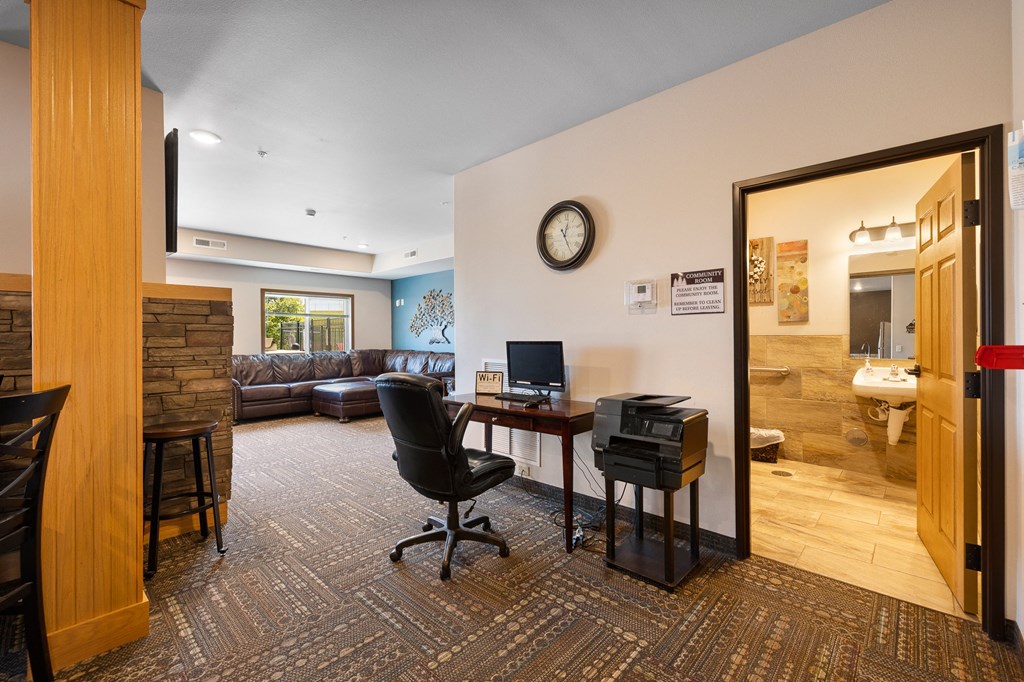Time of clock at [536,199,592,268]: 12:24
